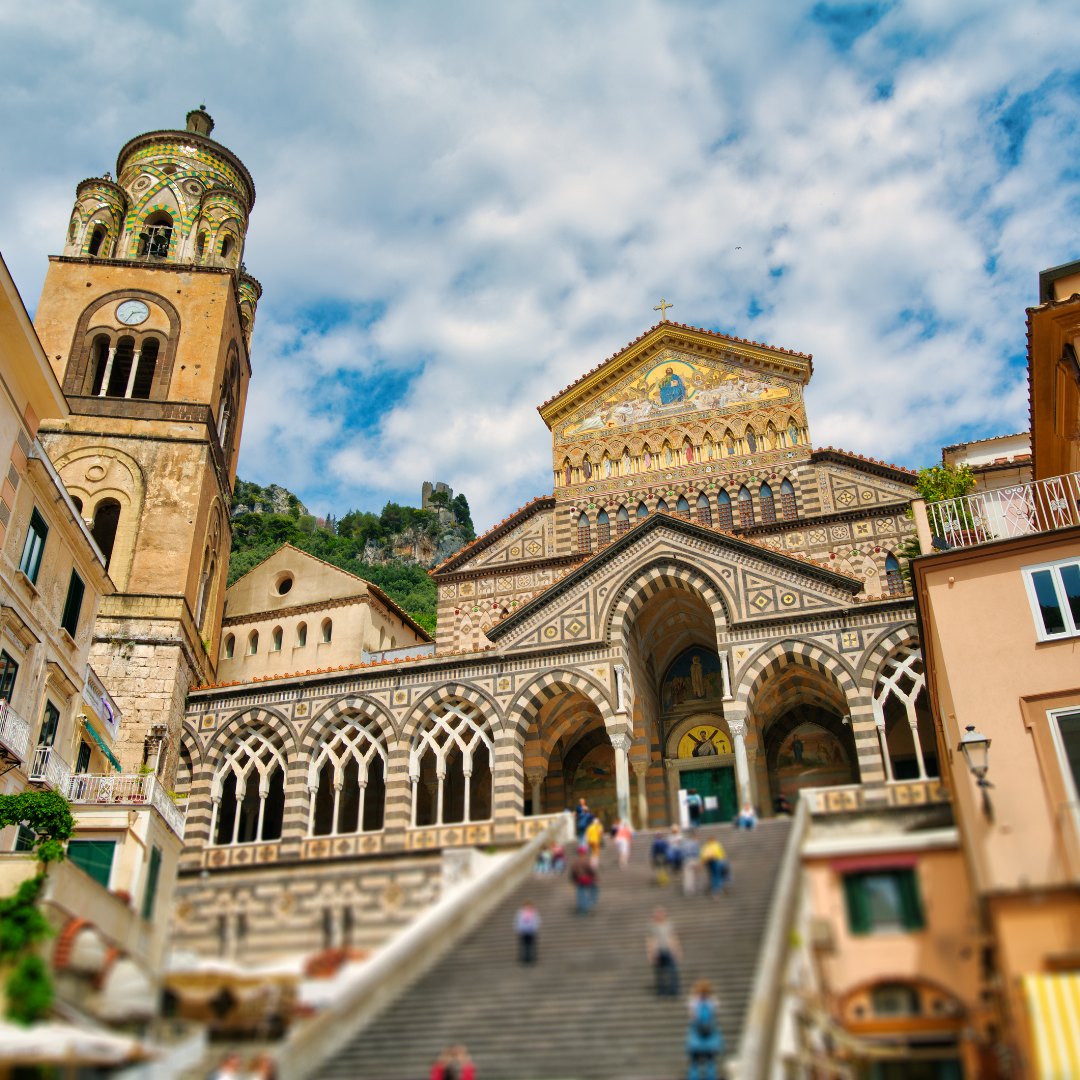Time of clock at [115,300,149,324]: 2:33
